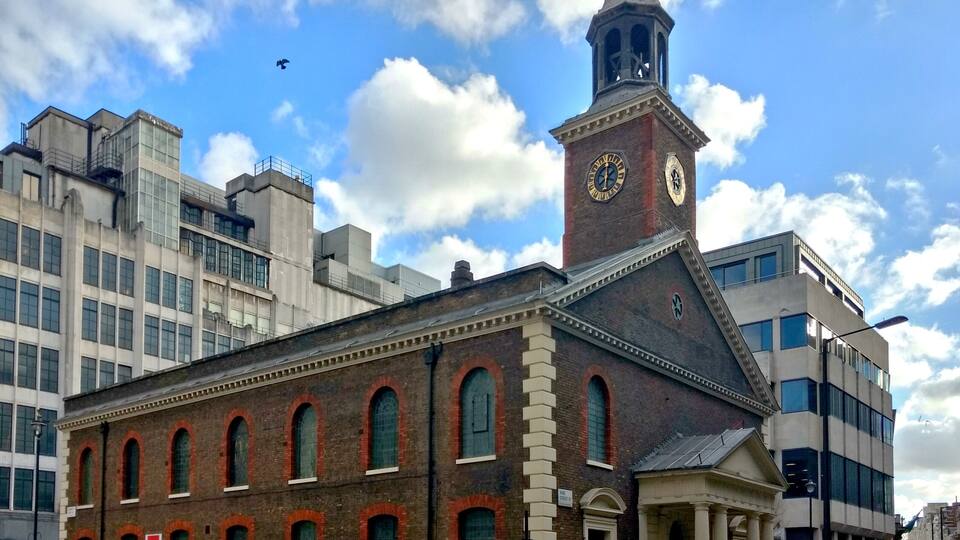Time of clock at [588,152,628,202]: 1:59
